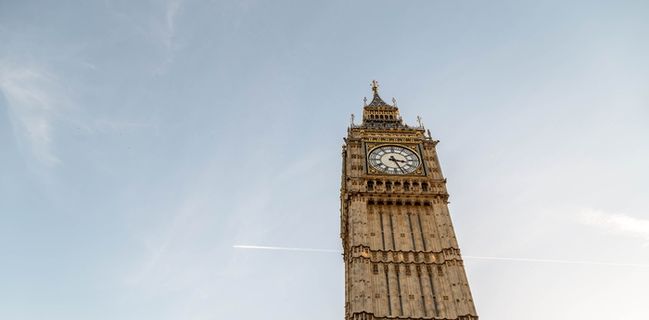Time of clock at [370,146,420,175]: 3:26
